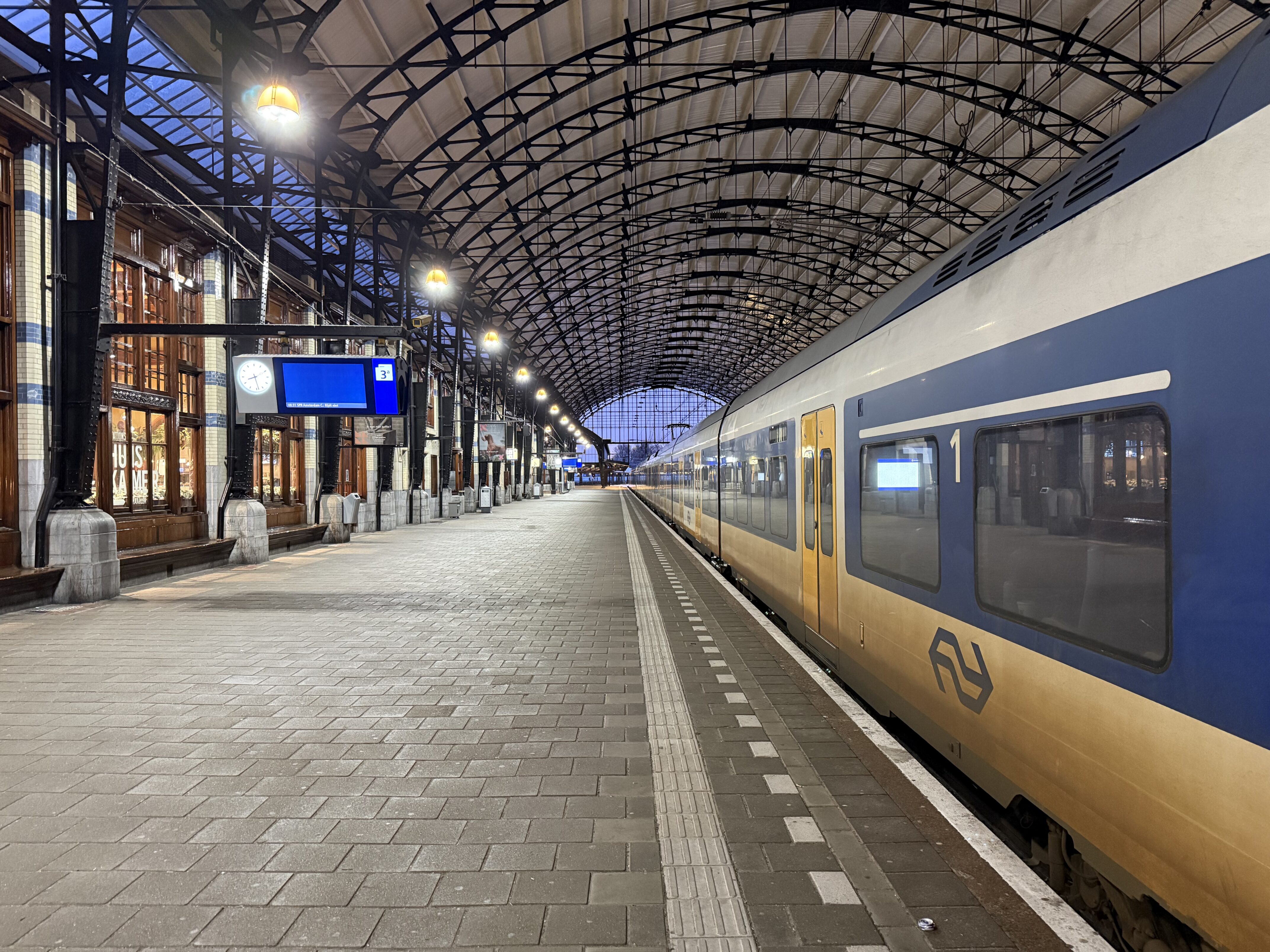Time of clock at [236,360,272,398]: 8:28
